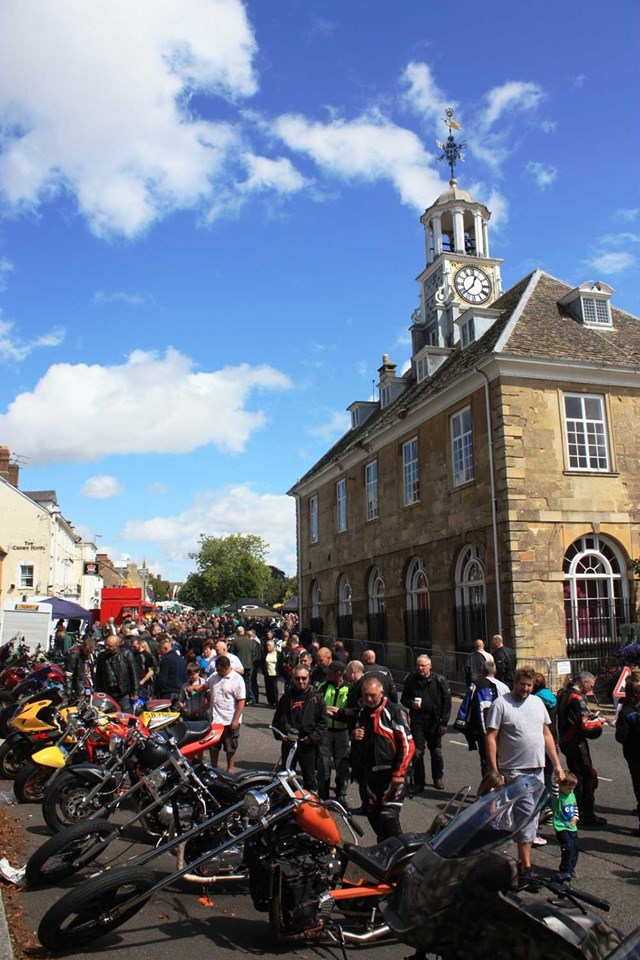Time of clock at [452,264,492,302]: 12:38
